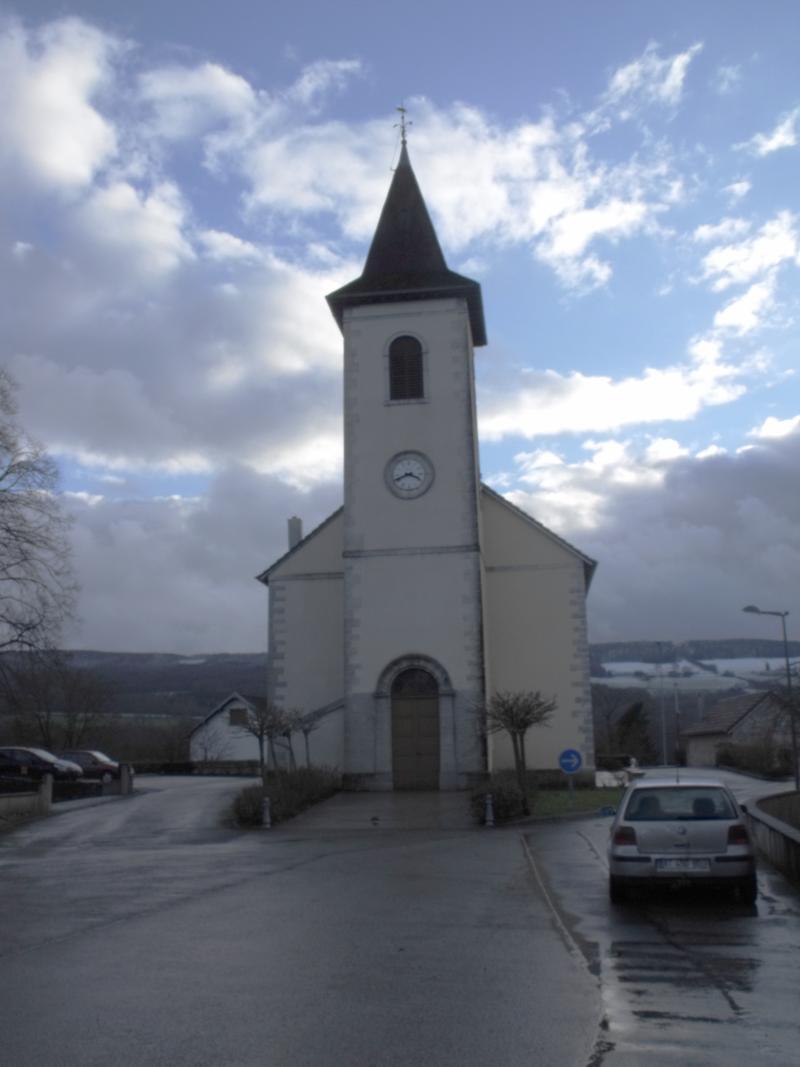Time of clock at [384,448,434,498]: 3:41
